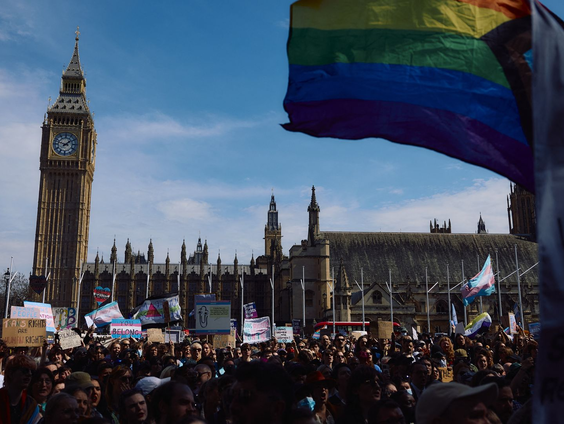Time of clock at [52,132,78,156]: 1:47
